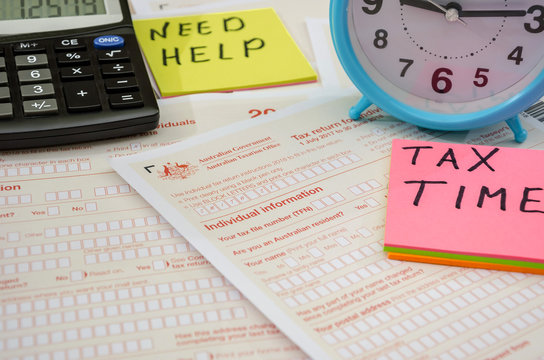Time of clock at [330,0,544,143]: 9:14
